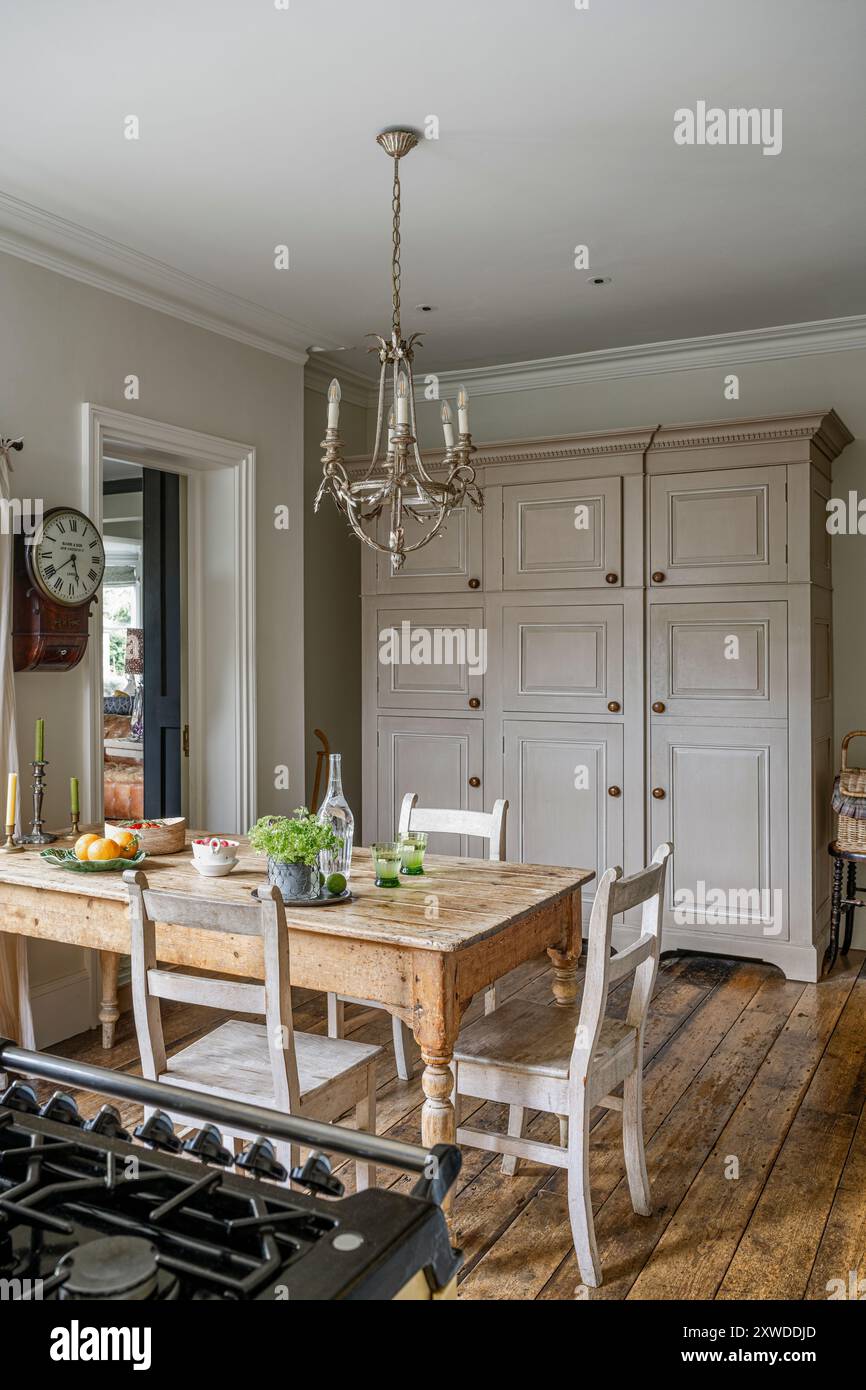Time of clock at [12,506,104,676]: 5:38
